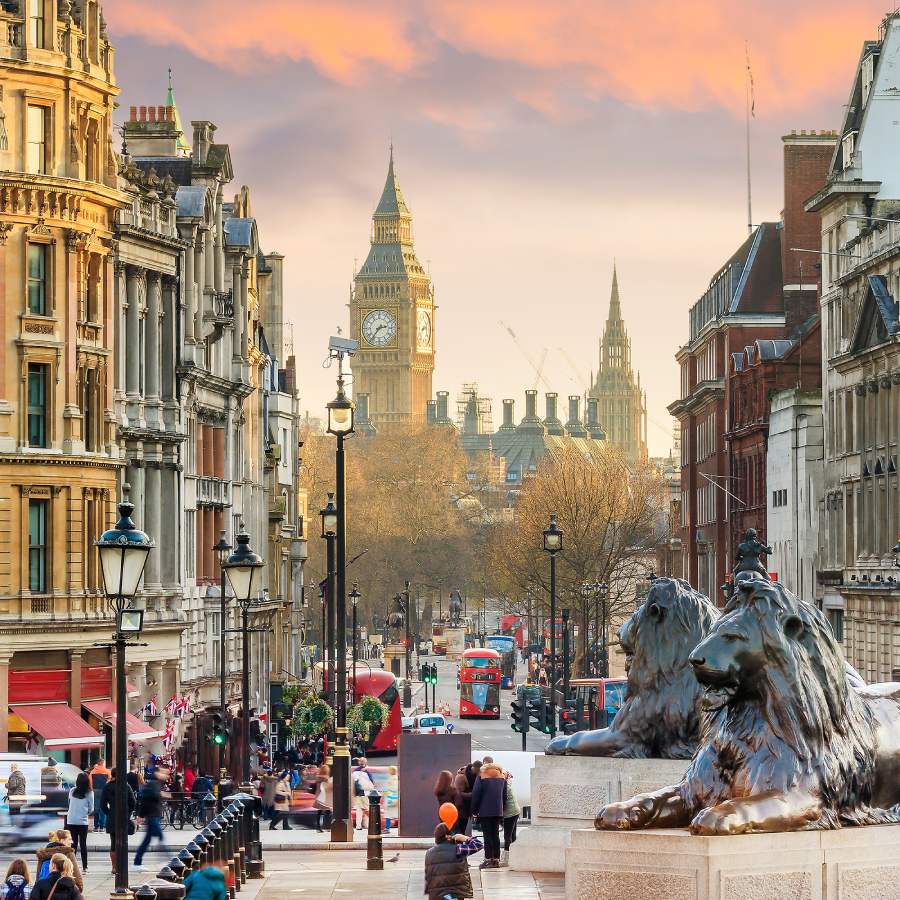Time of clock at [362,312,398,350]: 2:36
